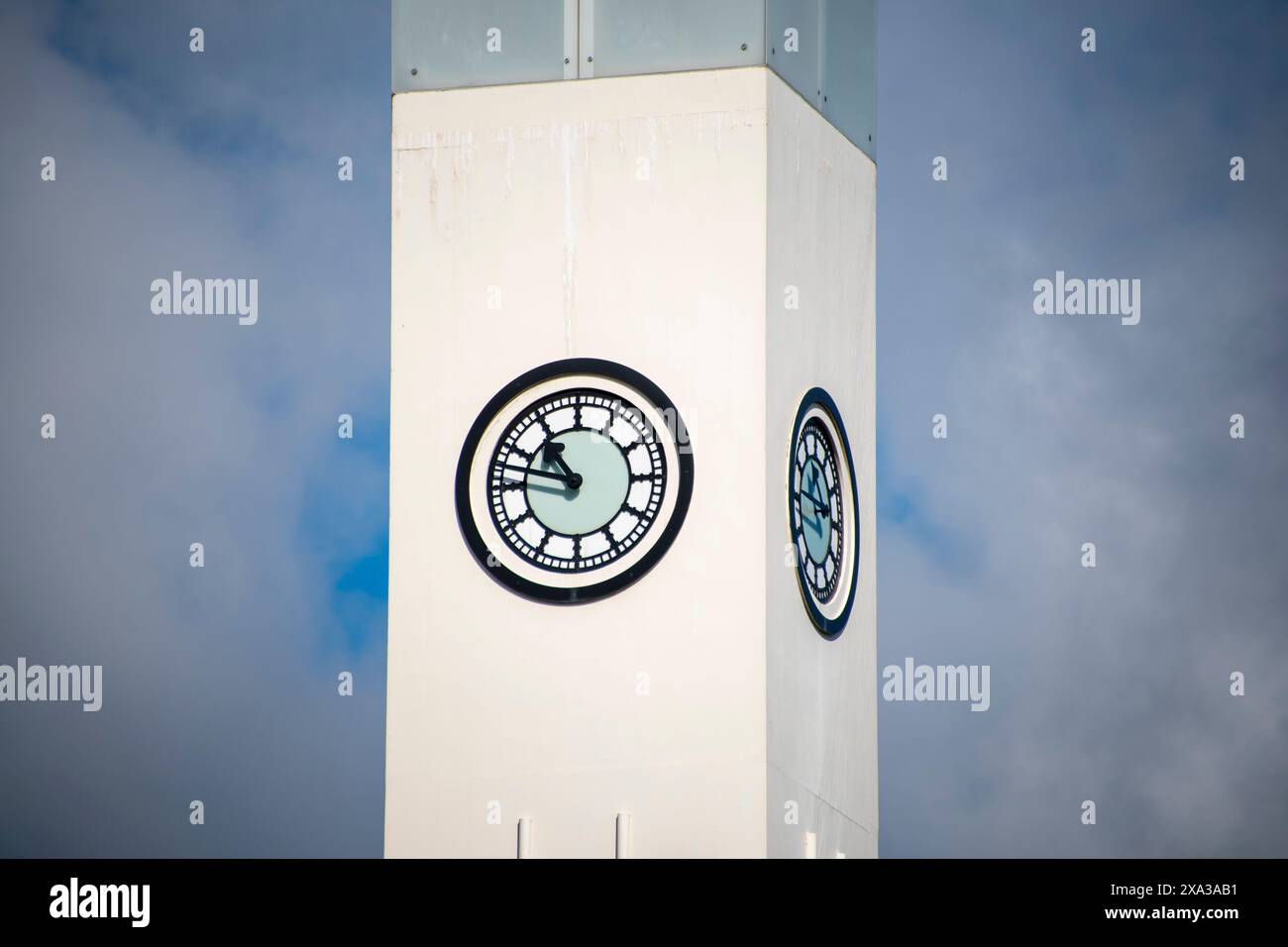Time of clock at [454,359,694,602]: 10:47
